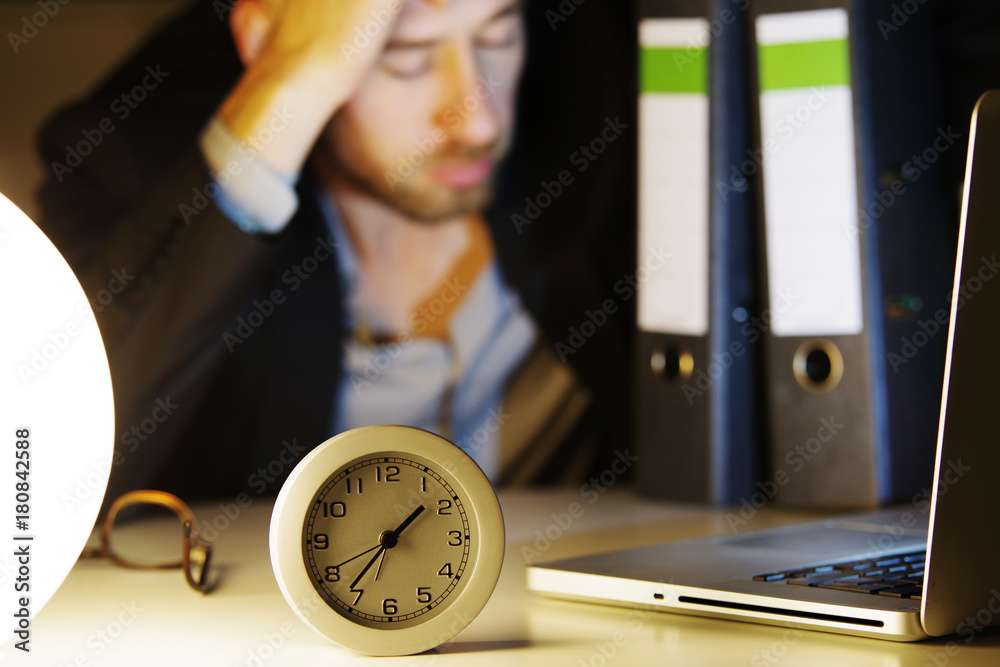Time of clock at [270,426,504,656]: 1:36
